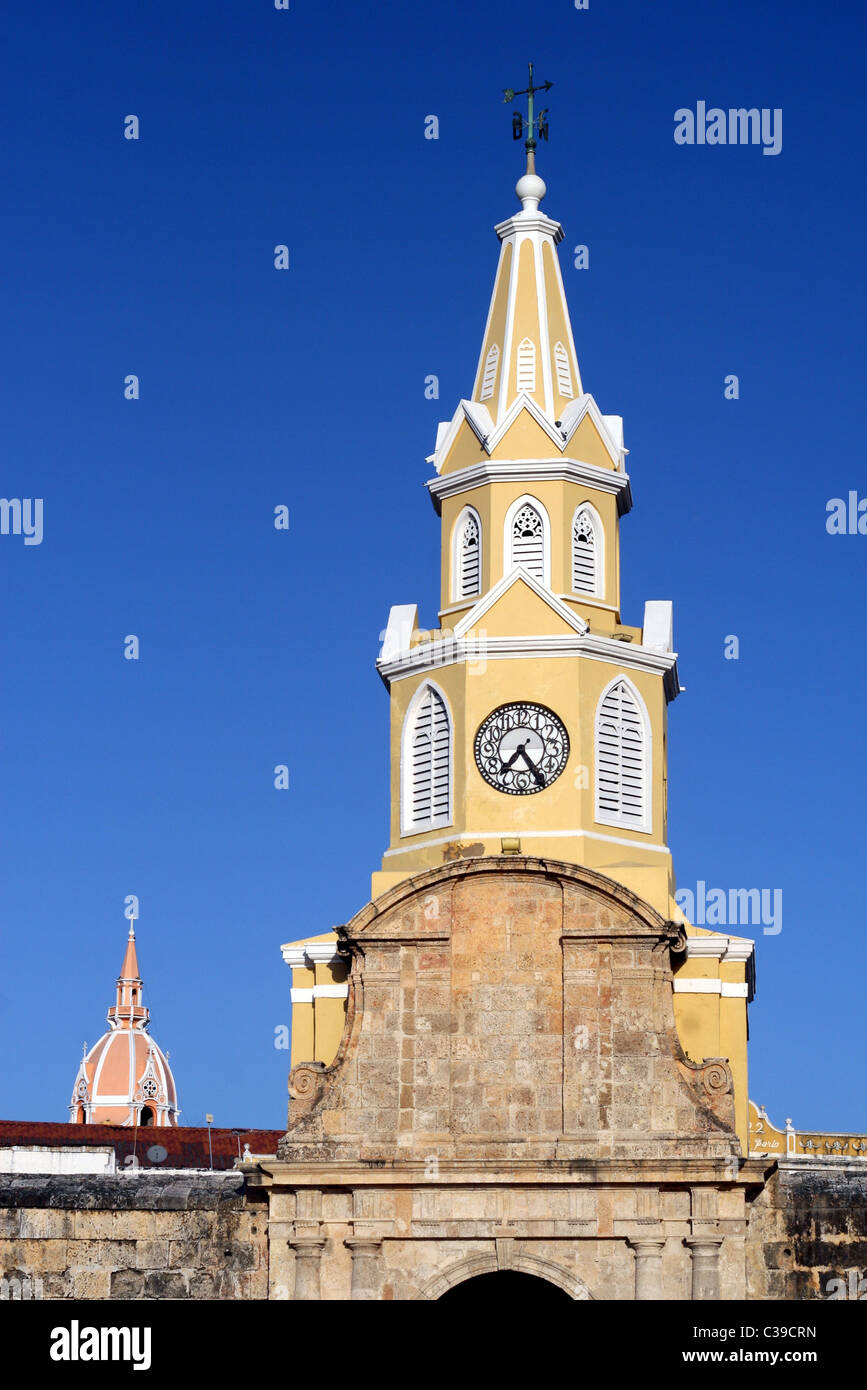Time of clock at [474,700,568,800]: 7:24
